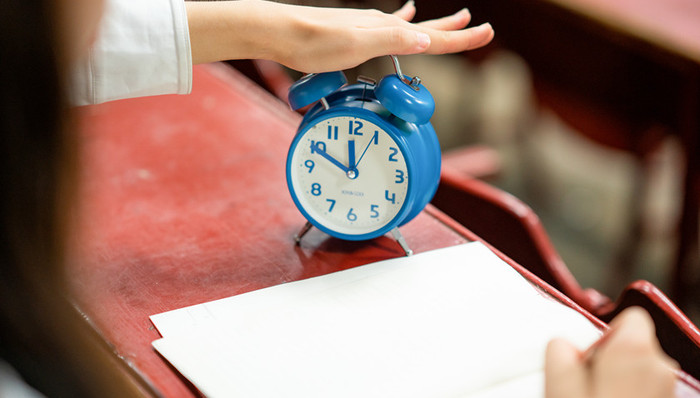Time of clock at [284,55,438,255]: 11:49
